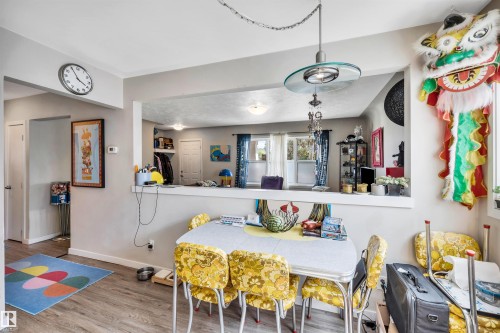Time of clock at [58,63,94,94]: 3:55
